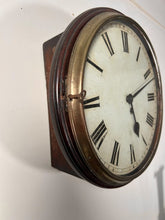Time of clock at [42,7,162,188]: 5:11
